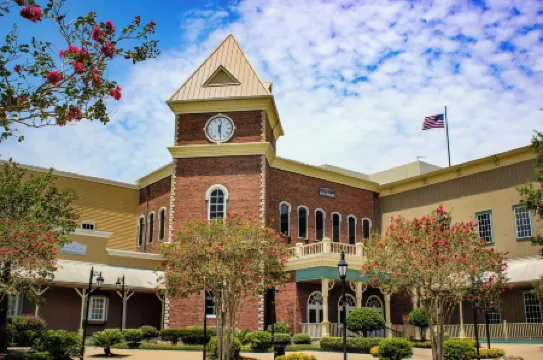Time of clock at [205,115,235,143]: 12:28
